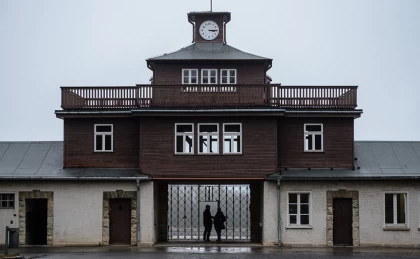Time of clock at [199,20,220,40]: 3:14
